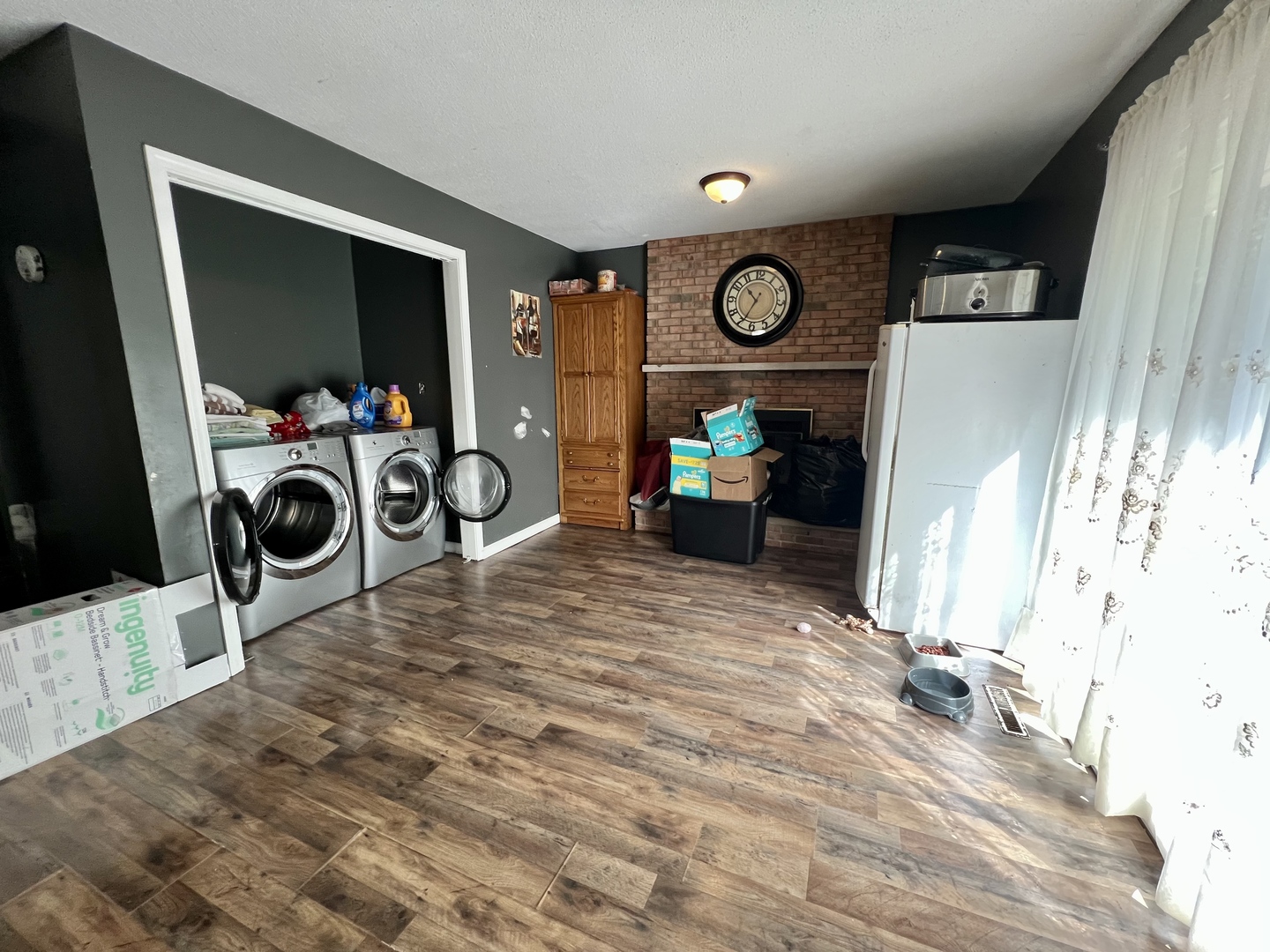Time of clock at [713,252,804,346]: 10:34
